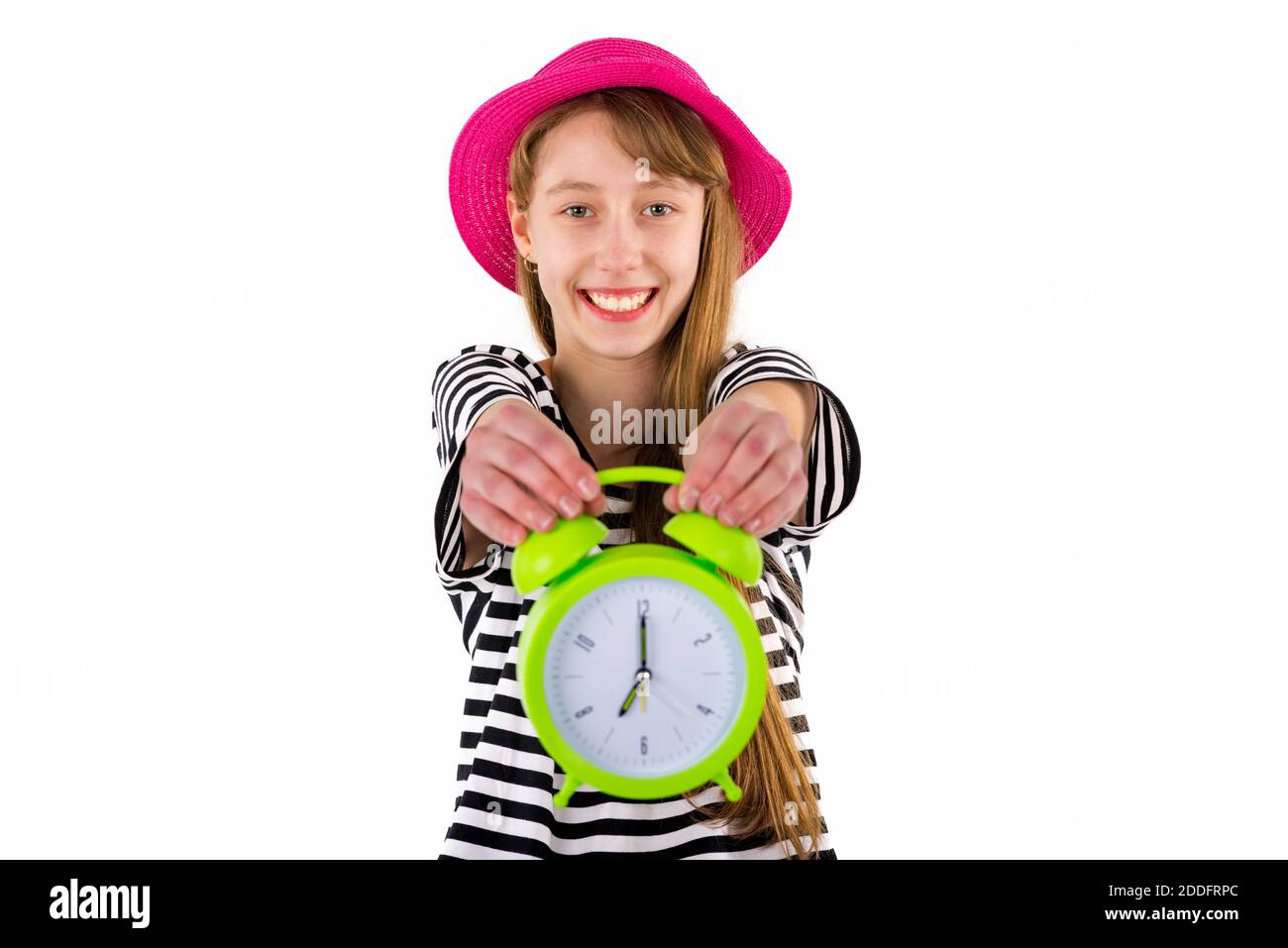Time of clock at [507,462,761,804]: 7:00
